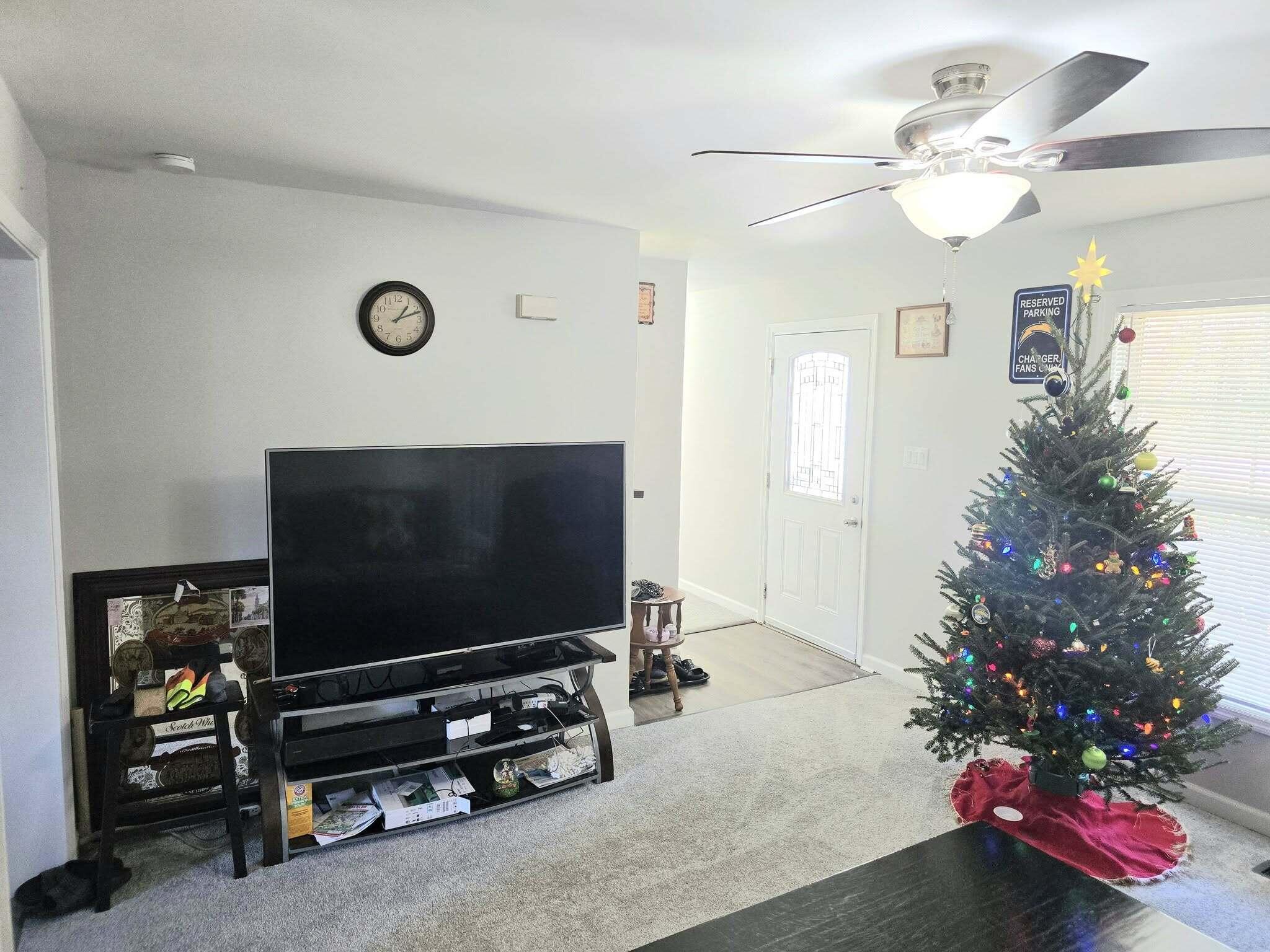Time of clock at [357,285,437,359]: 1:11
